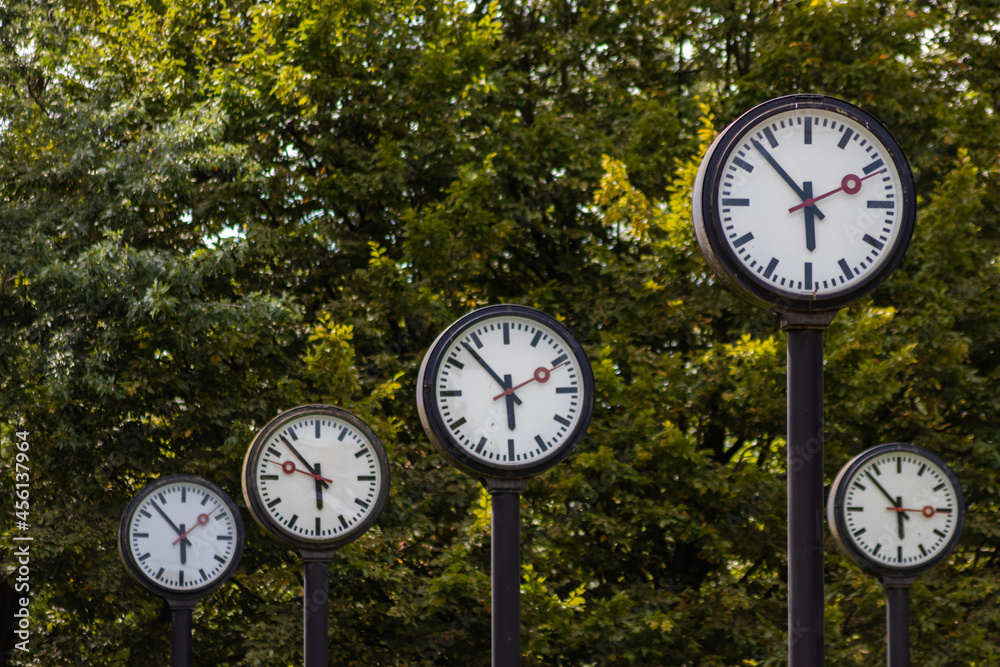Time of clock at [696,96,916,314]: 5:52
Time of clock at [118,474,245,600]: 5:52
